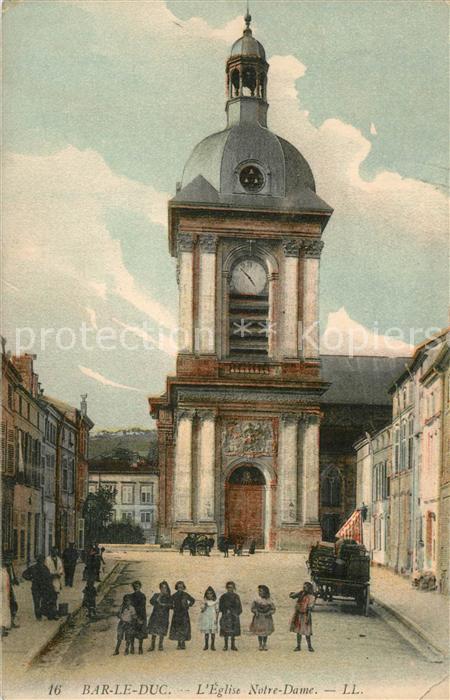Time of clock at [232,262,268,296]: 4:52
